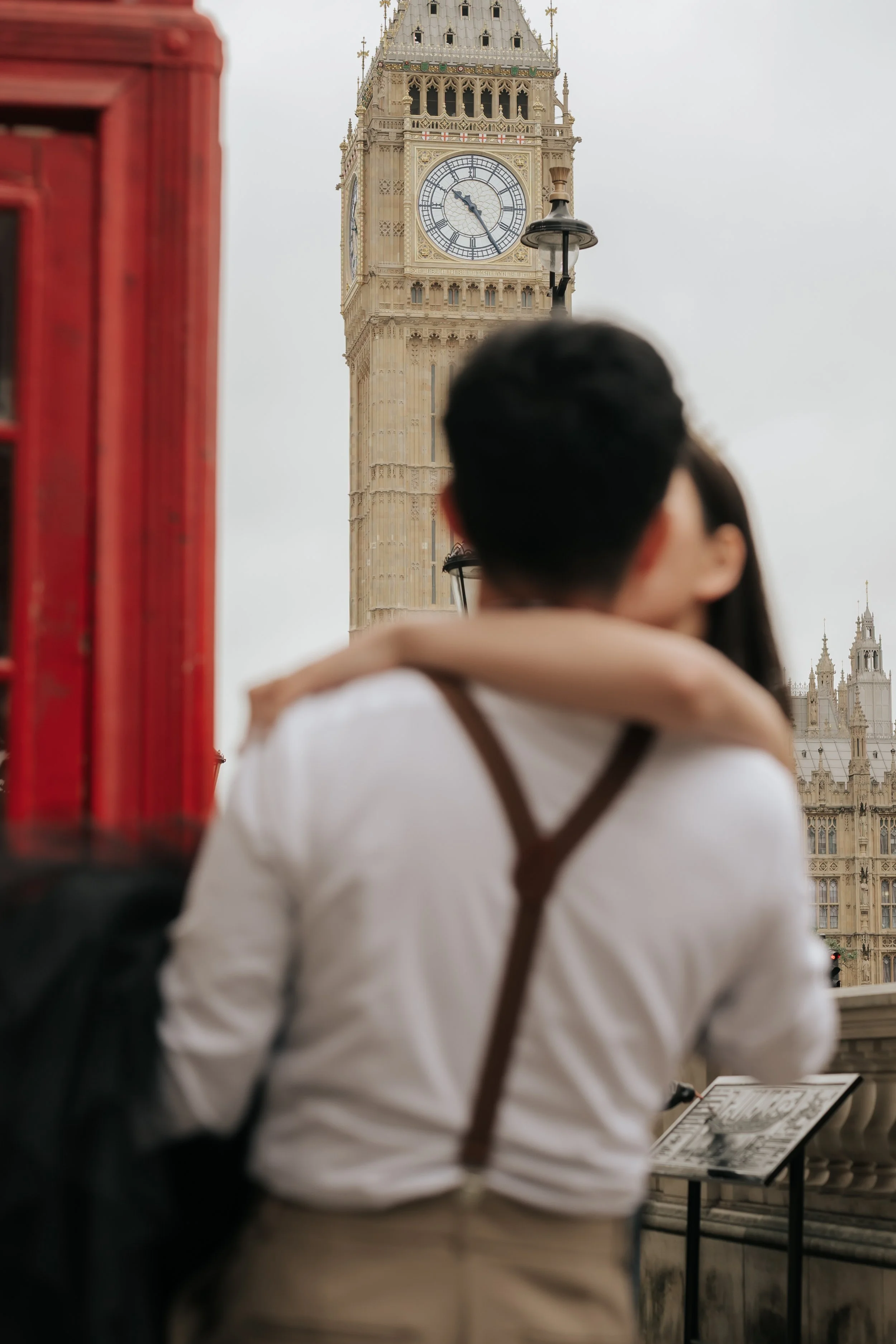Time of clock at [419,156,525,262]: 10:24
